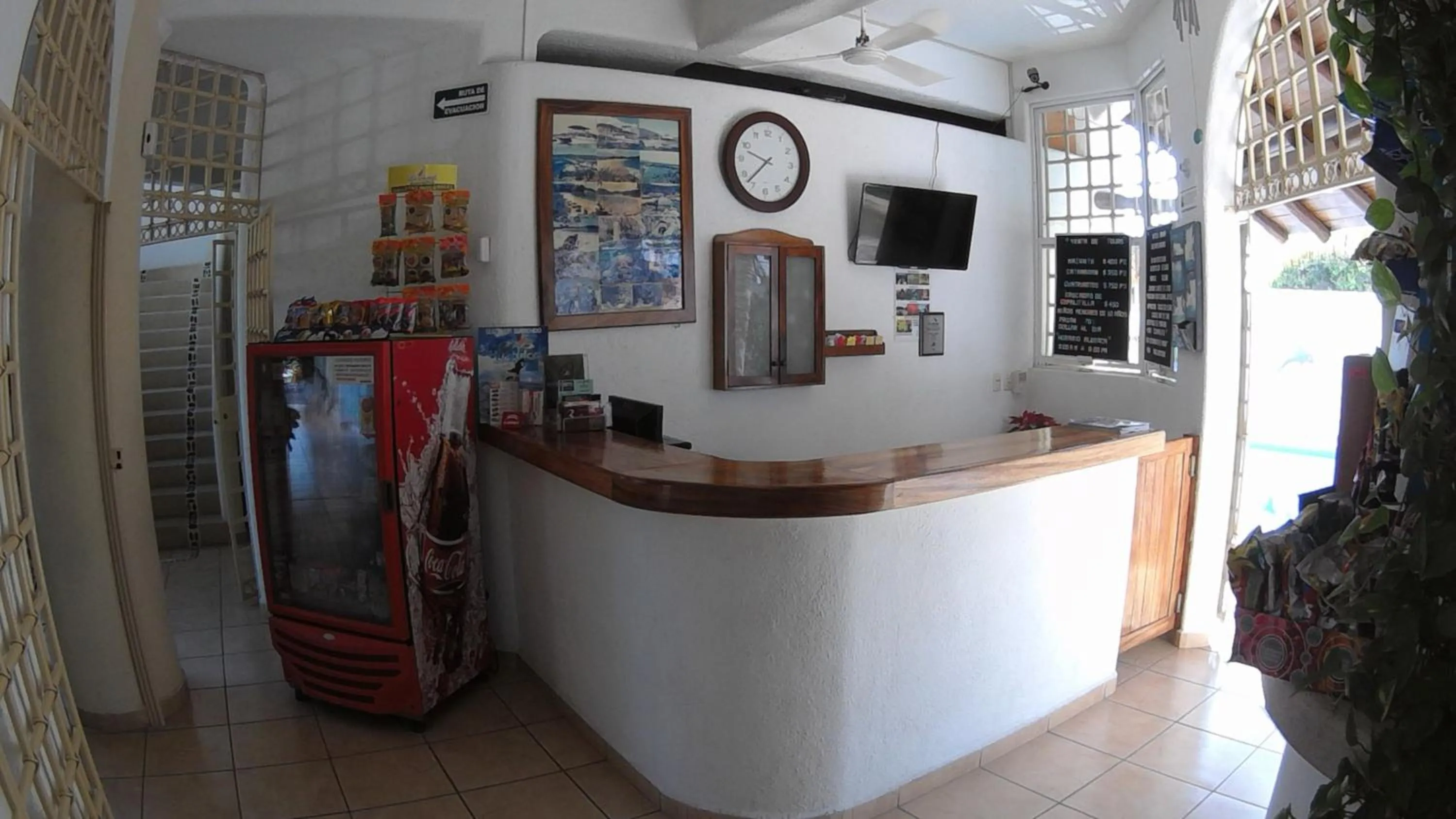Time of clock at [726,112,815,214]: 9:37
